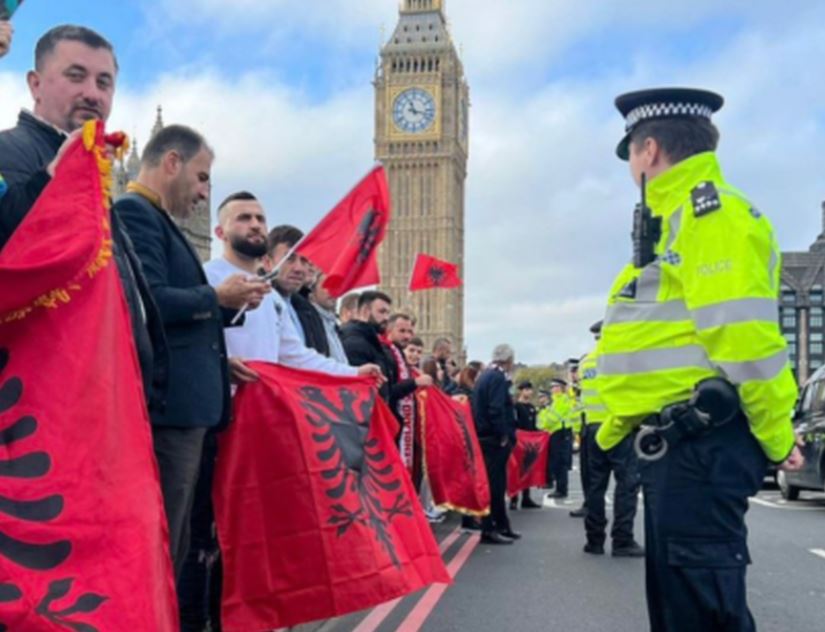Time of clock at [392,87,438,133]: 11:17
